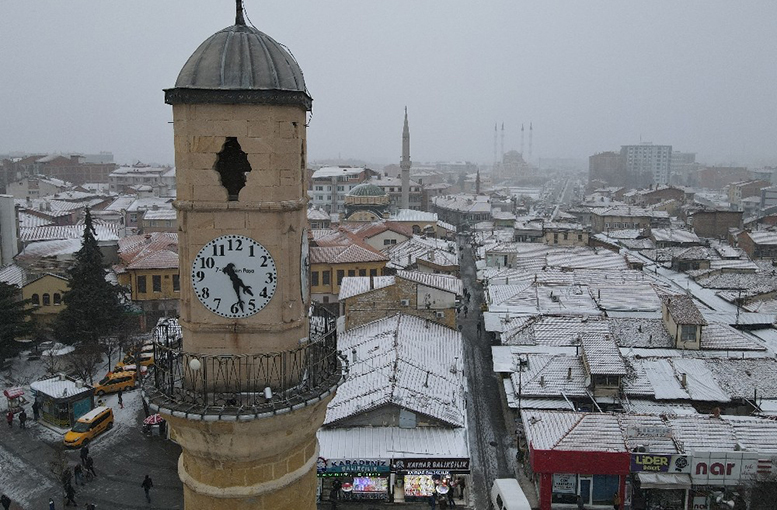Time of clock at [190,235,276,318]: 4:27
